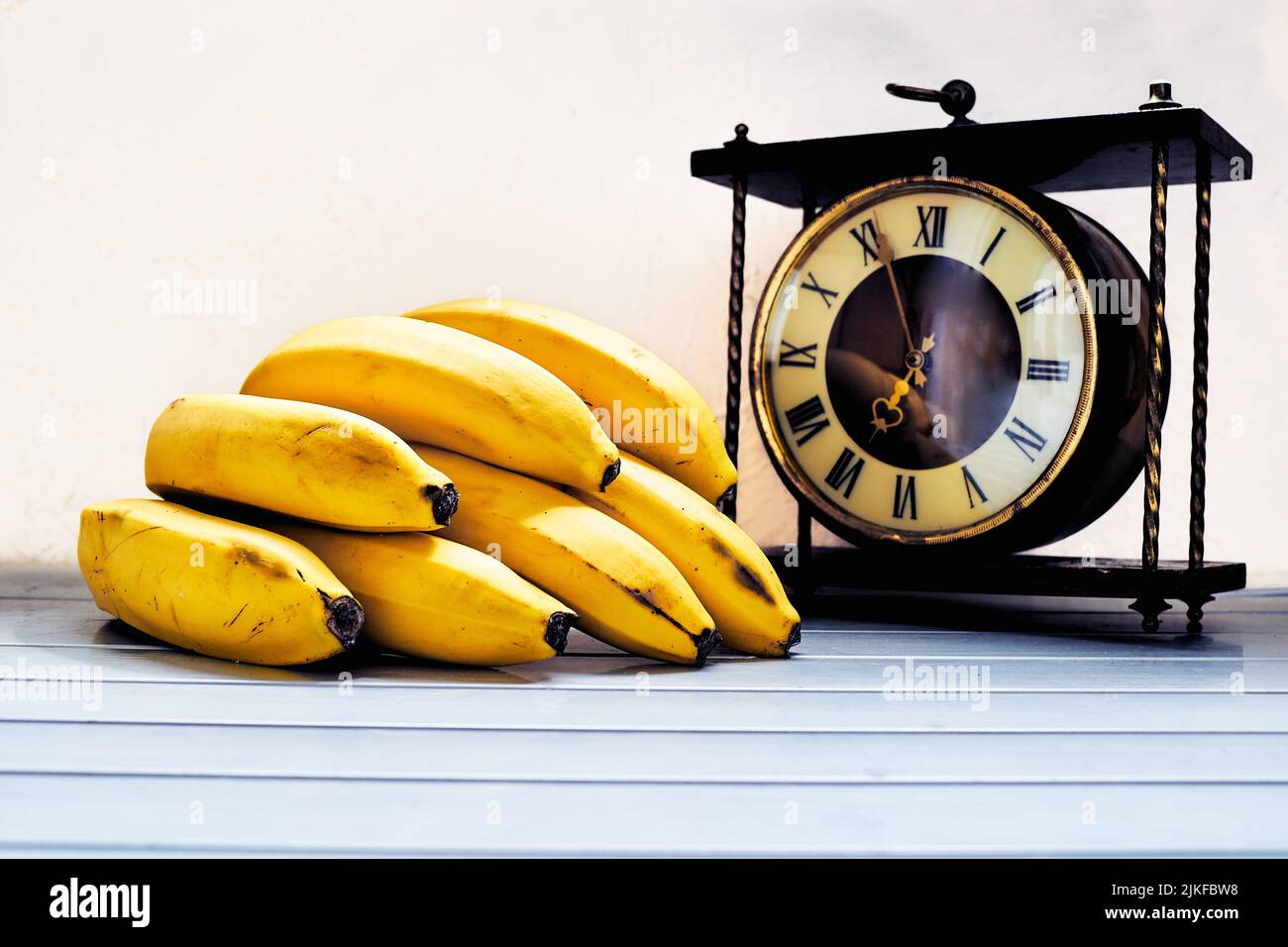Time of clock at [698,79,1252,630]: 6:56
